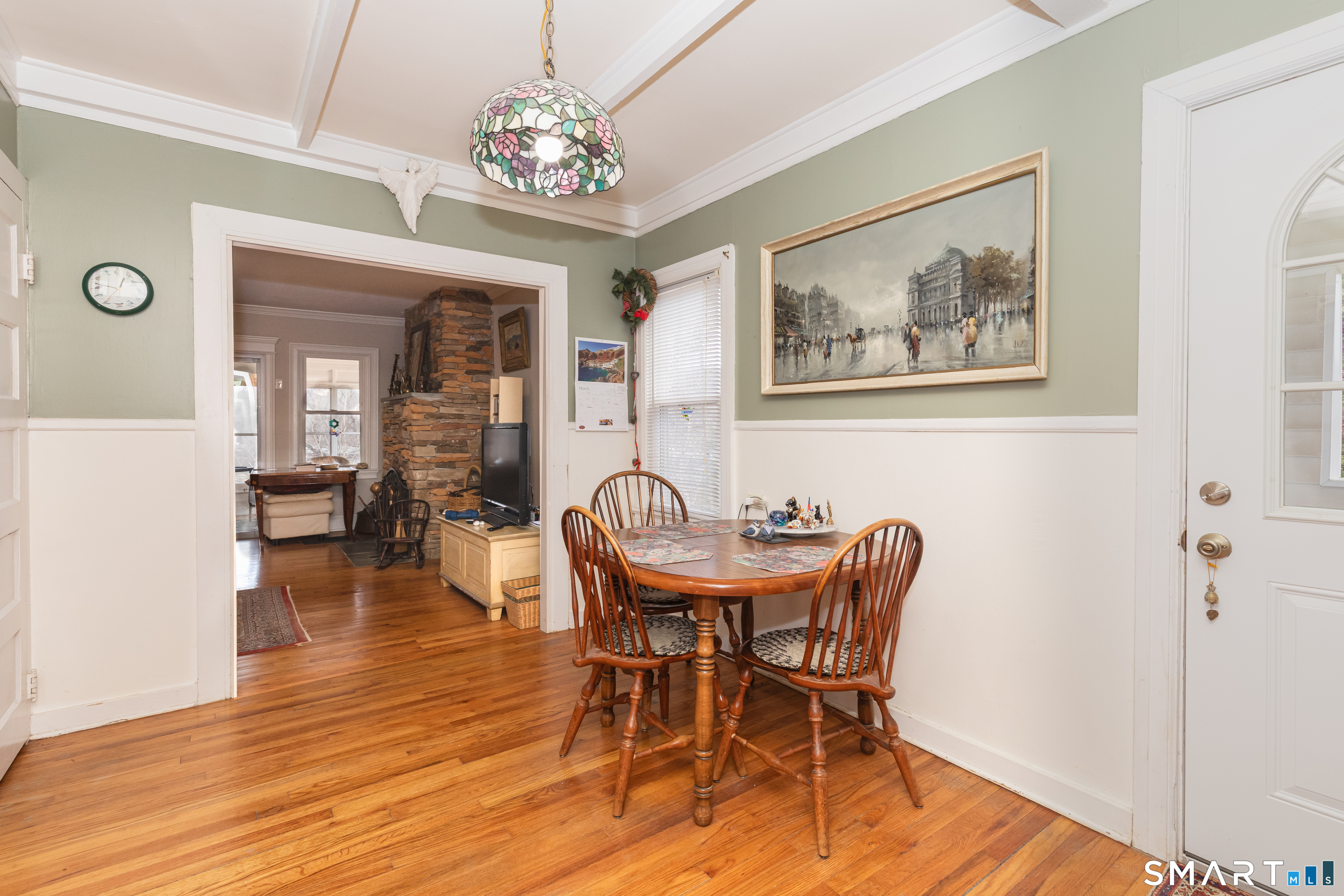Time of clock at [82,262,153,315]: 12:47
